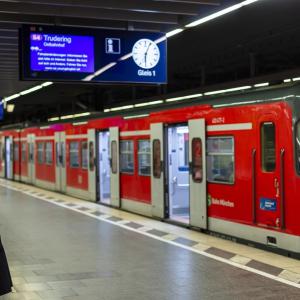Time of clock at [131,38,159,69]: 6:03
